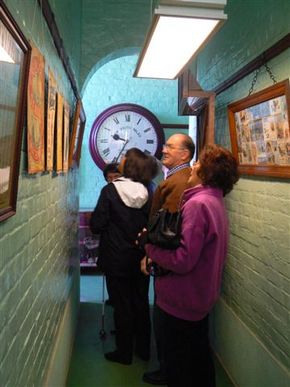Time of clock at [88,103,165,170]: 9:34
